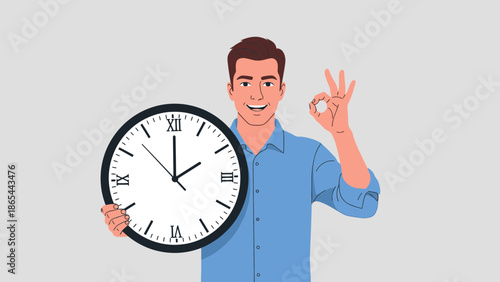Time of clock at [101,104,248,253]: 2:00
